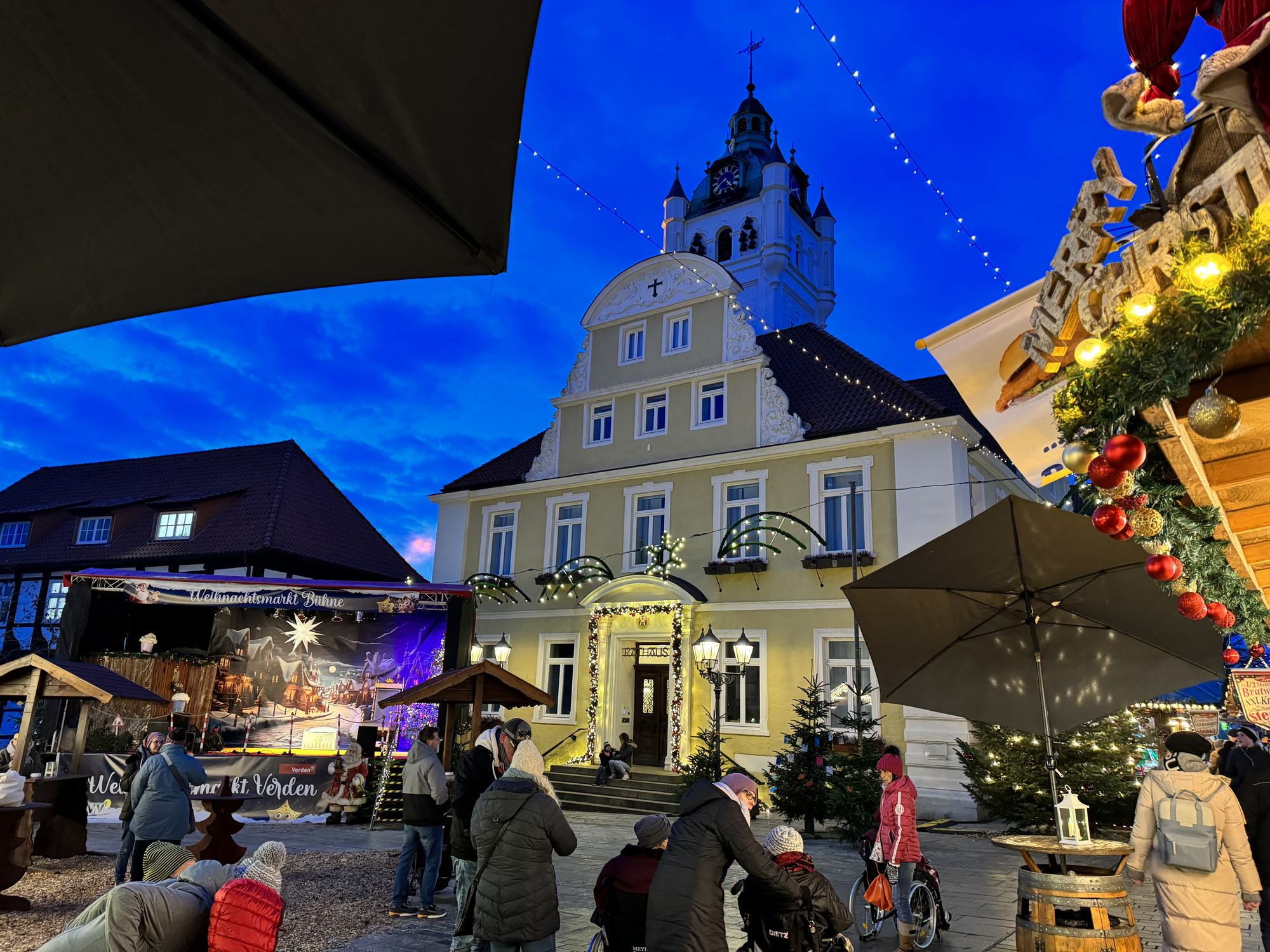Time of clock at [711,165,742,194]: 4:39
